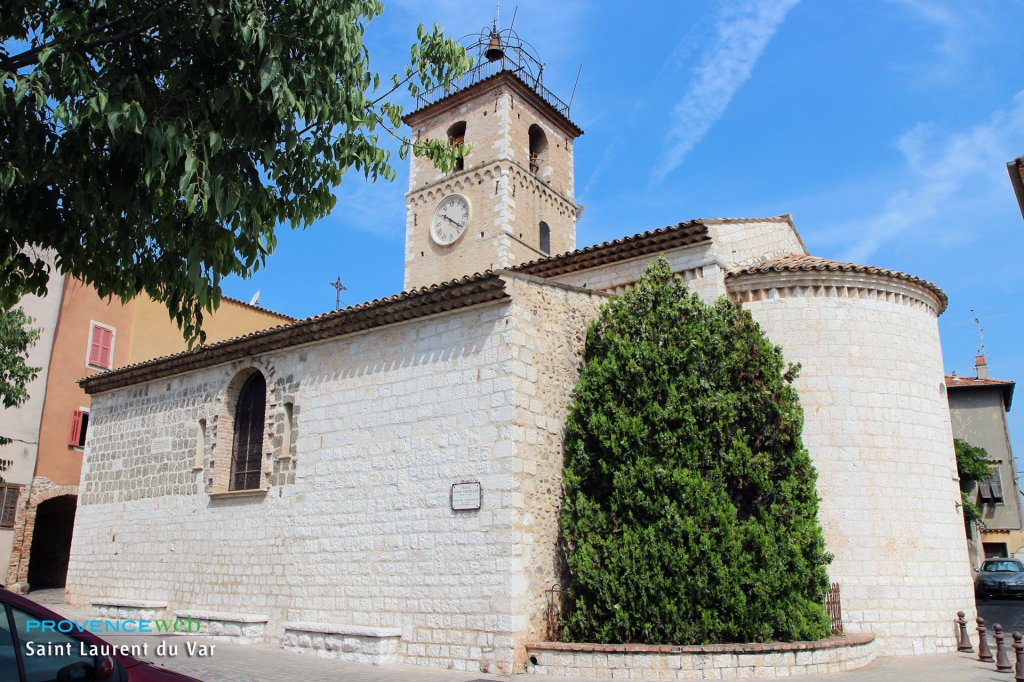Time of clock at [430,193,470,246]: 10:21
